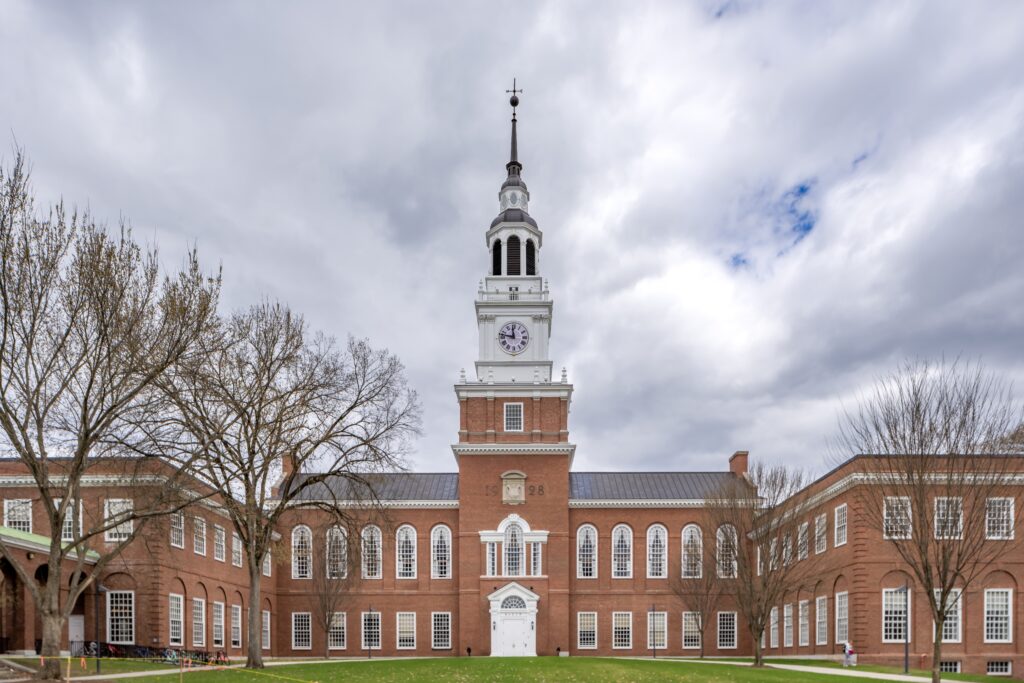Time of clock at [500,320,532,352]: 11:46
